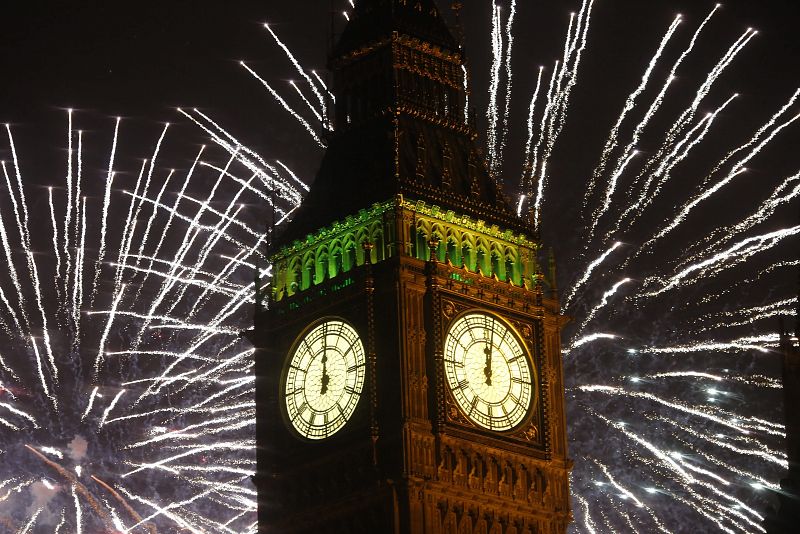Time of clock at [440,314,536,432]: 12:01
